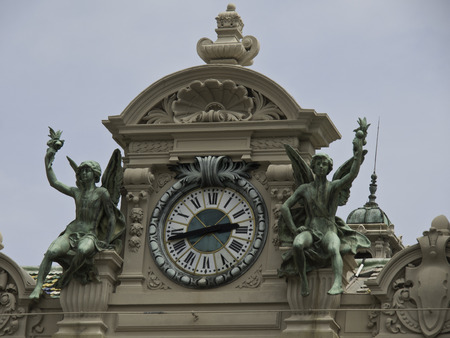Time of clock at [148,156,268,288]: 2:42
